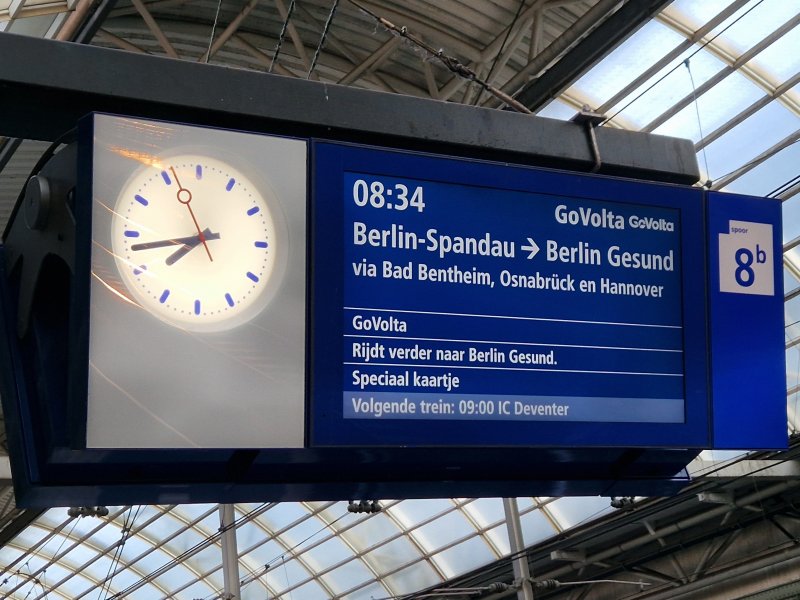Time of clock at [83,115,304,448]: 7:42
